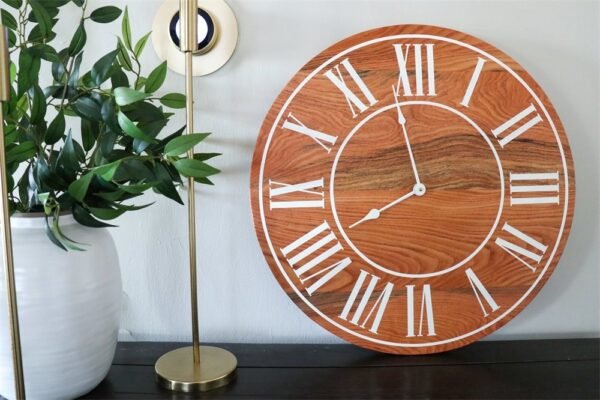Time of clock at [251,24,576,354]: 7:58
